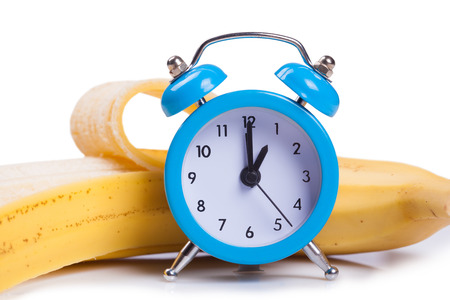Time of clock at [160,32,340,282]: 1:00
